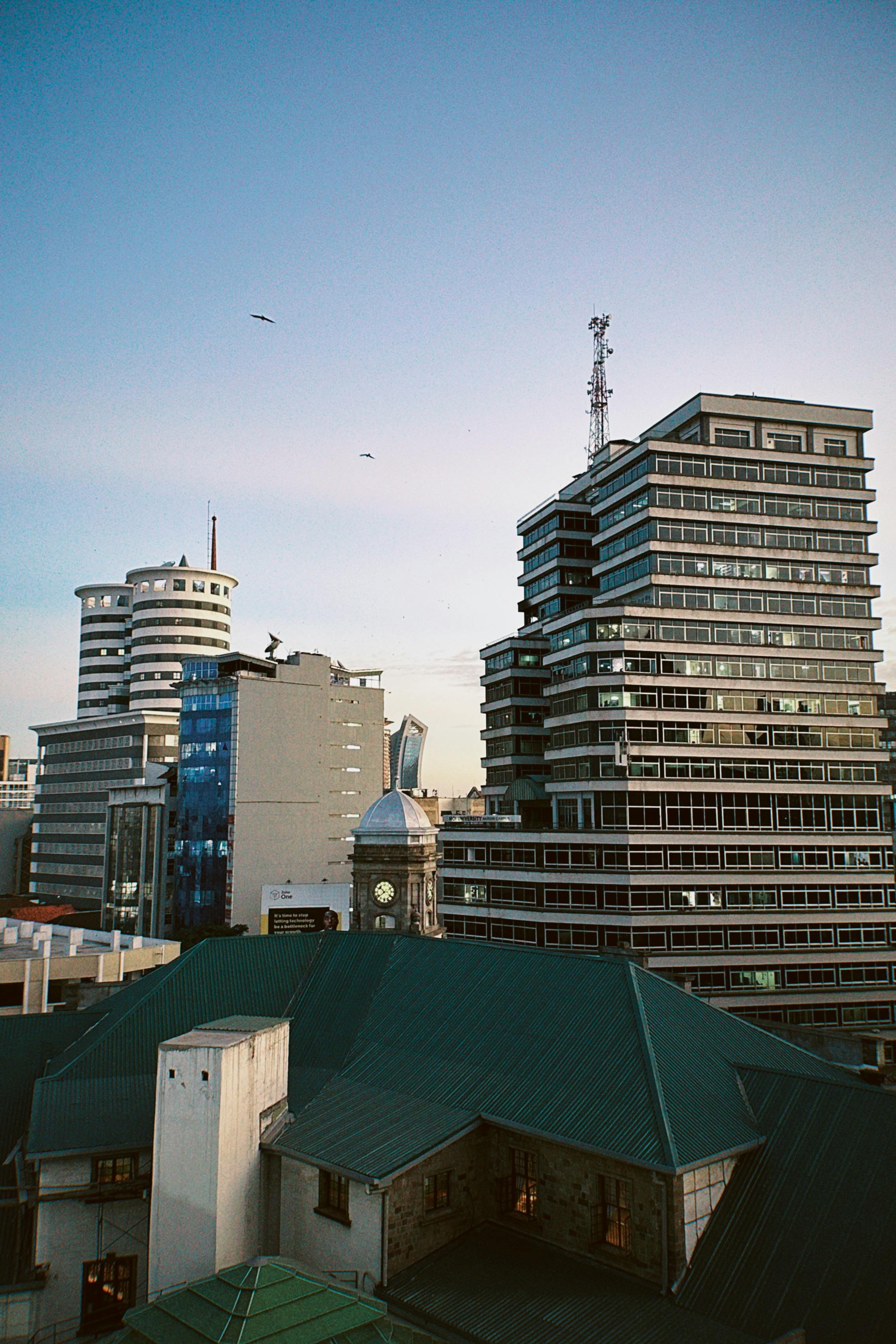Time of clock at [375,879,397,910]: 10:39
